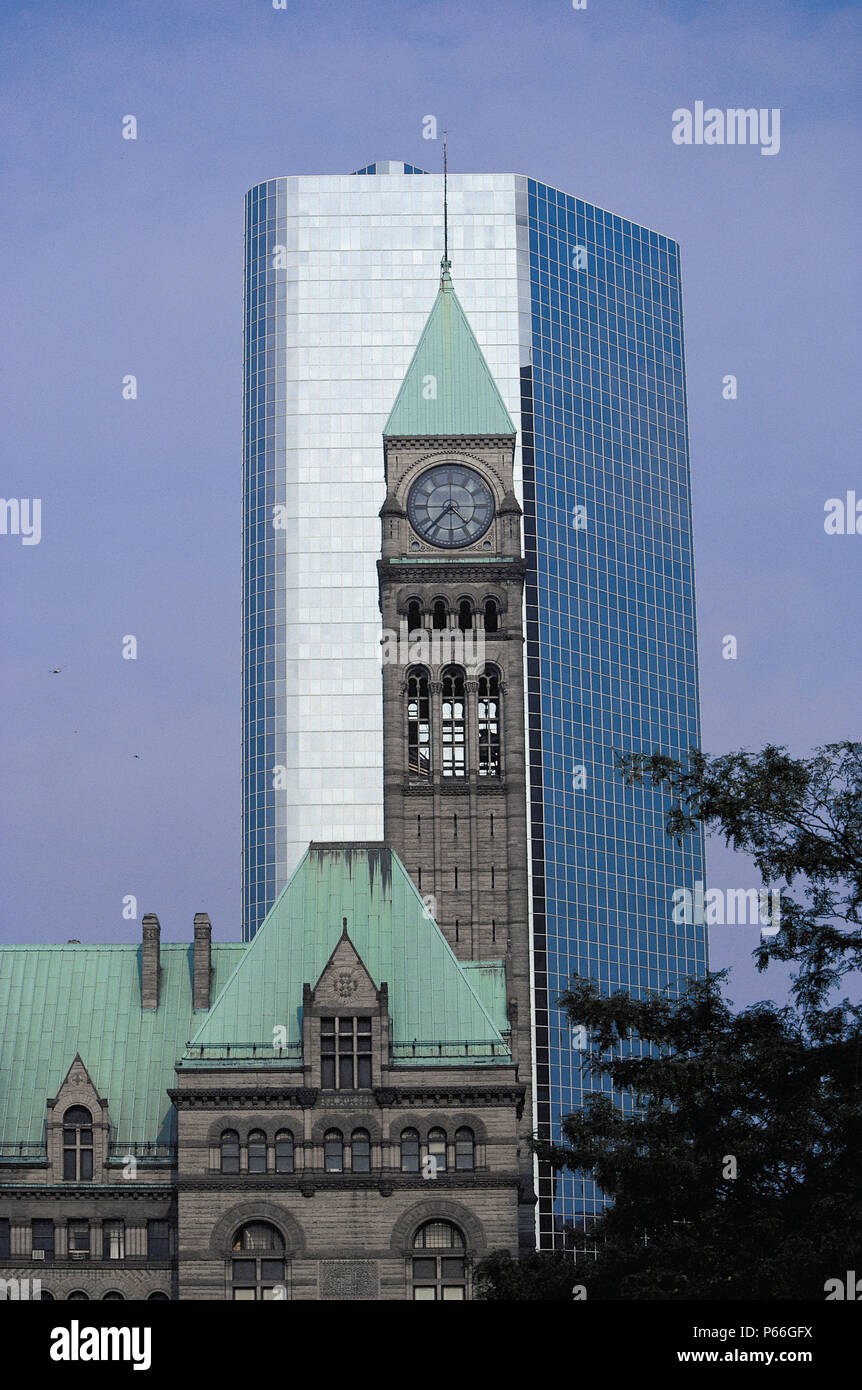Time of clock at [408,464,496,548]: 4:37
